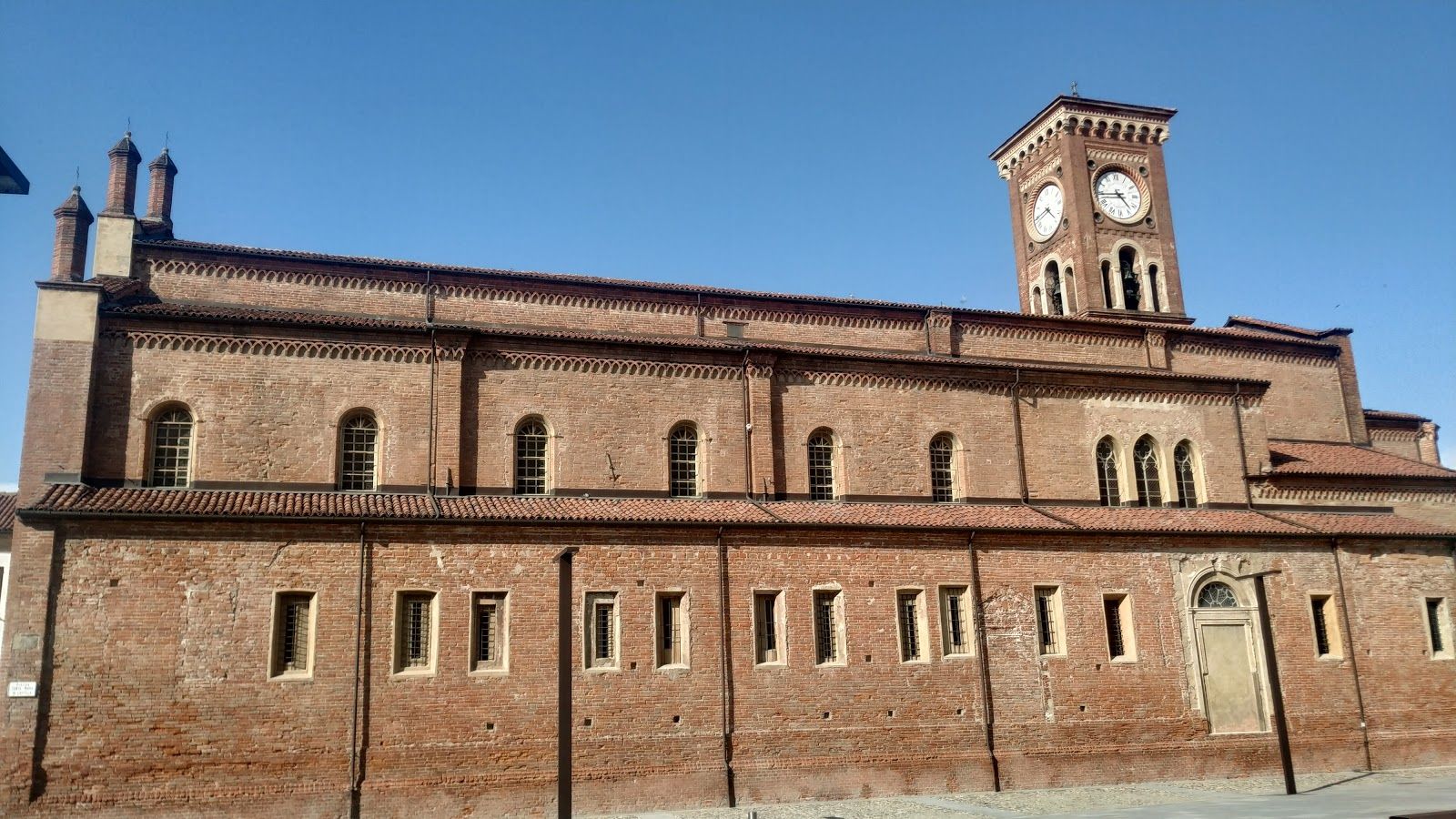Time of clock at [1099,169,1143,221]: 4:44
